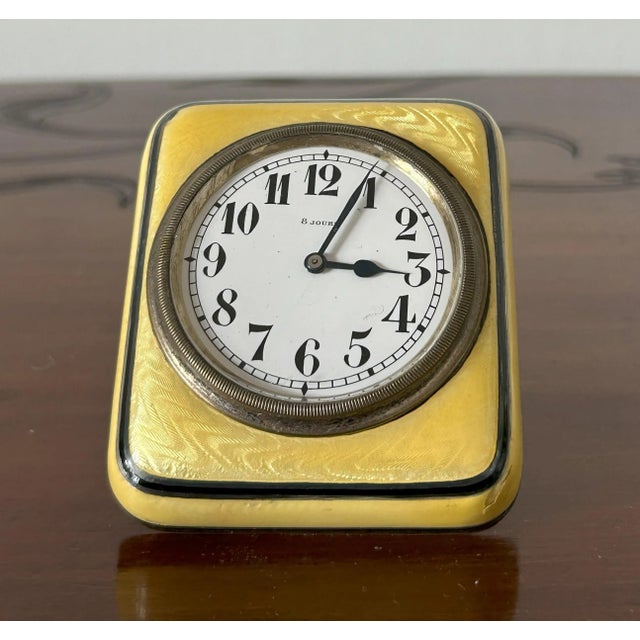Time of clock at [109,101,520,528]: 3:04
